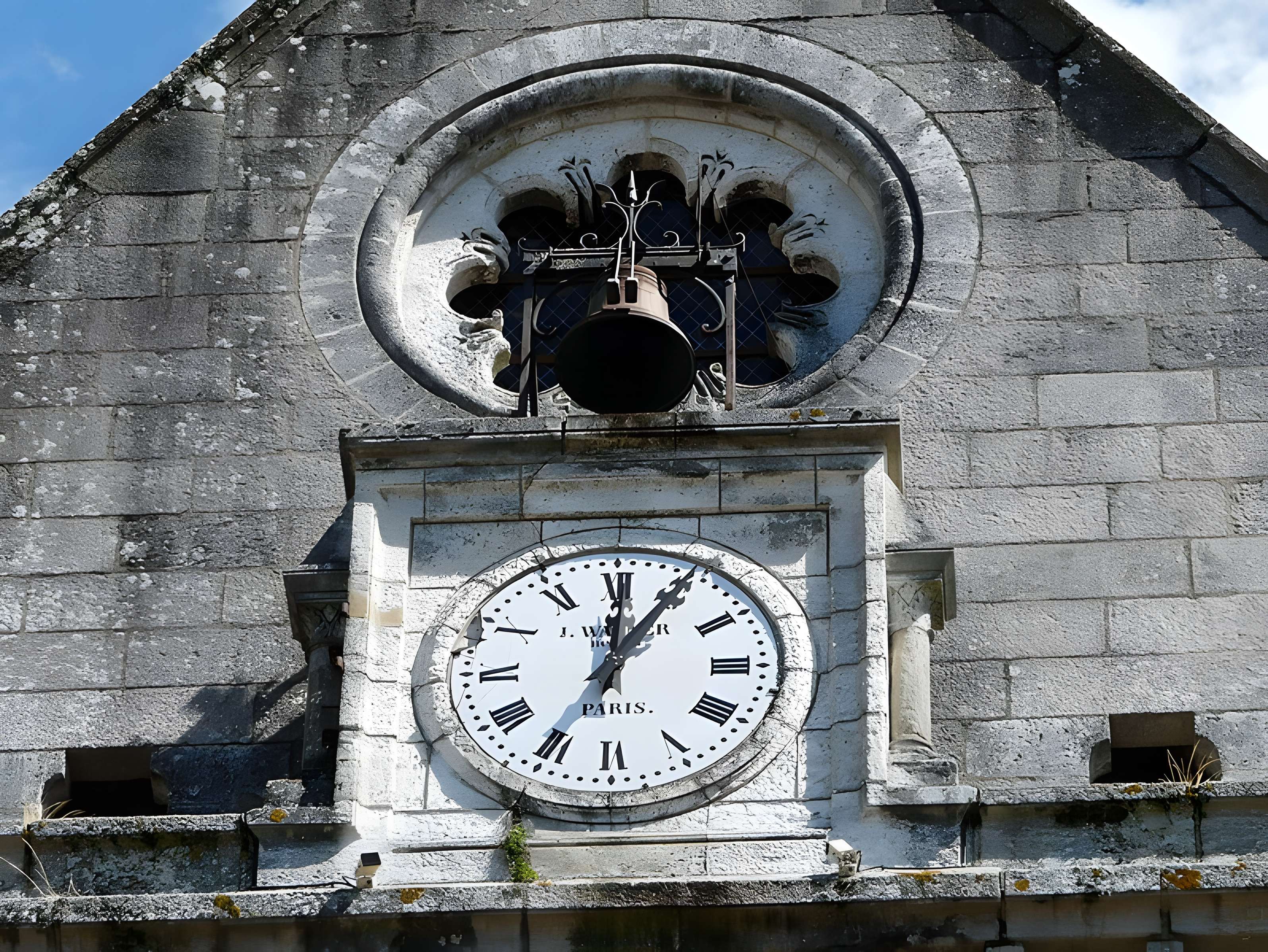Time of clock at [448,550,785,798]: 12:05
